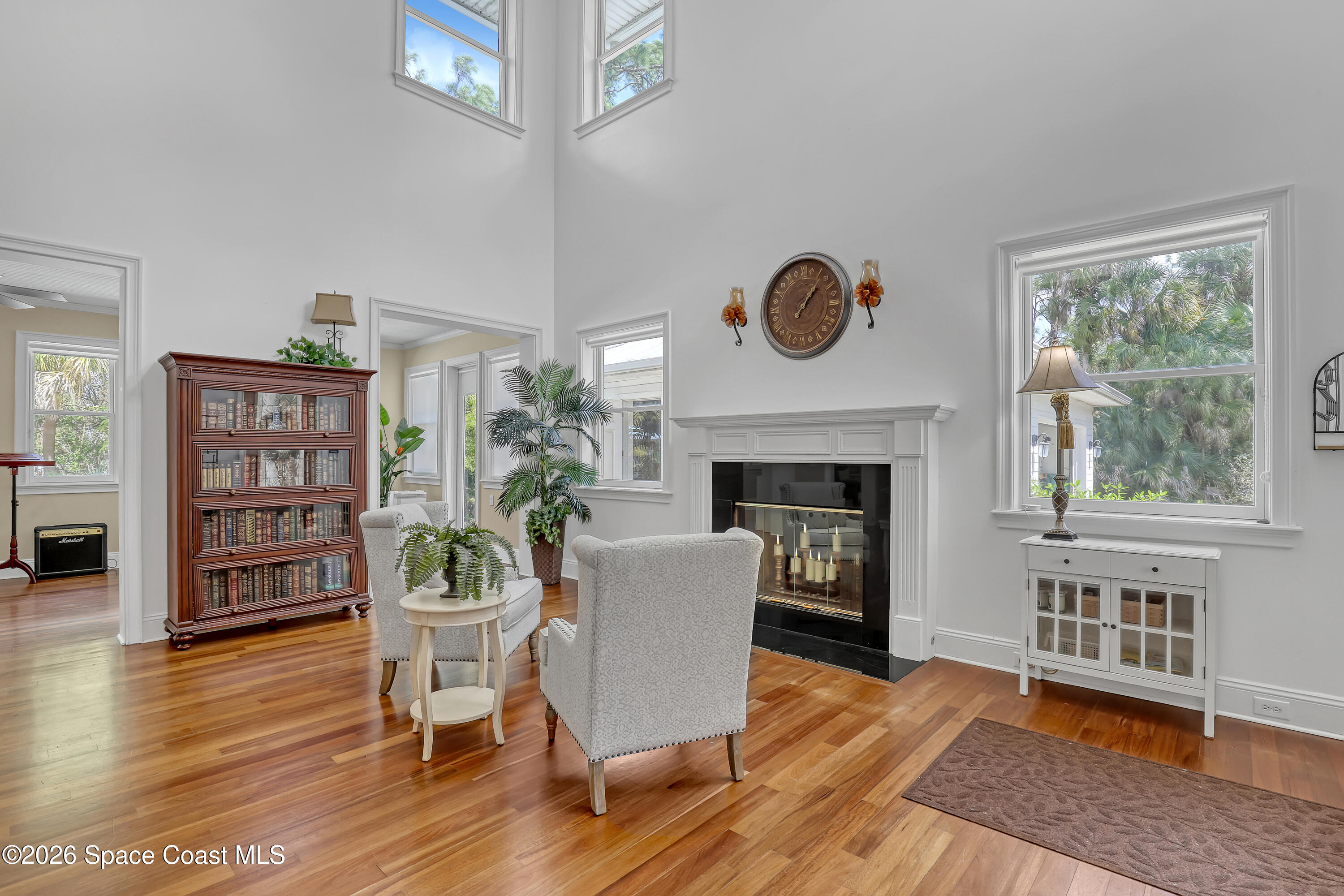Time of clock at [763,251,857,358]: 1:06
